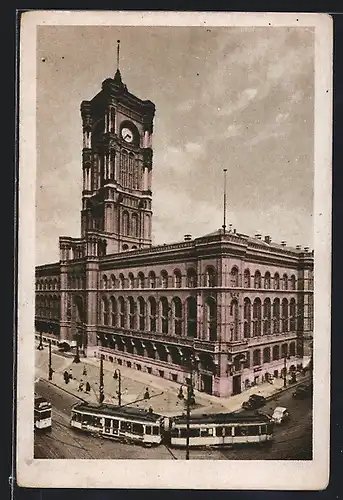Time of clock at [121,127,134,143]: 3:37
